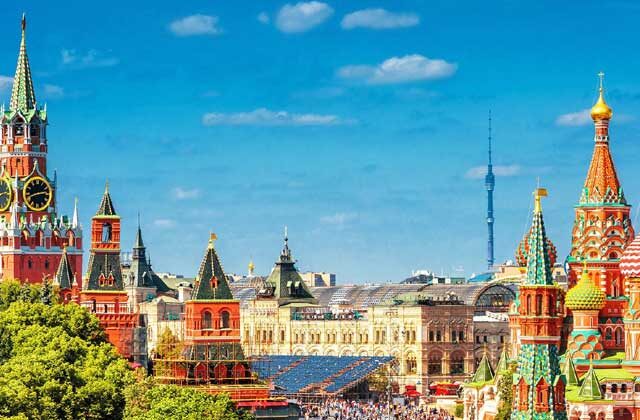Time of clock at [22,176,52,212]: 2:41
